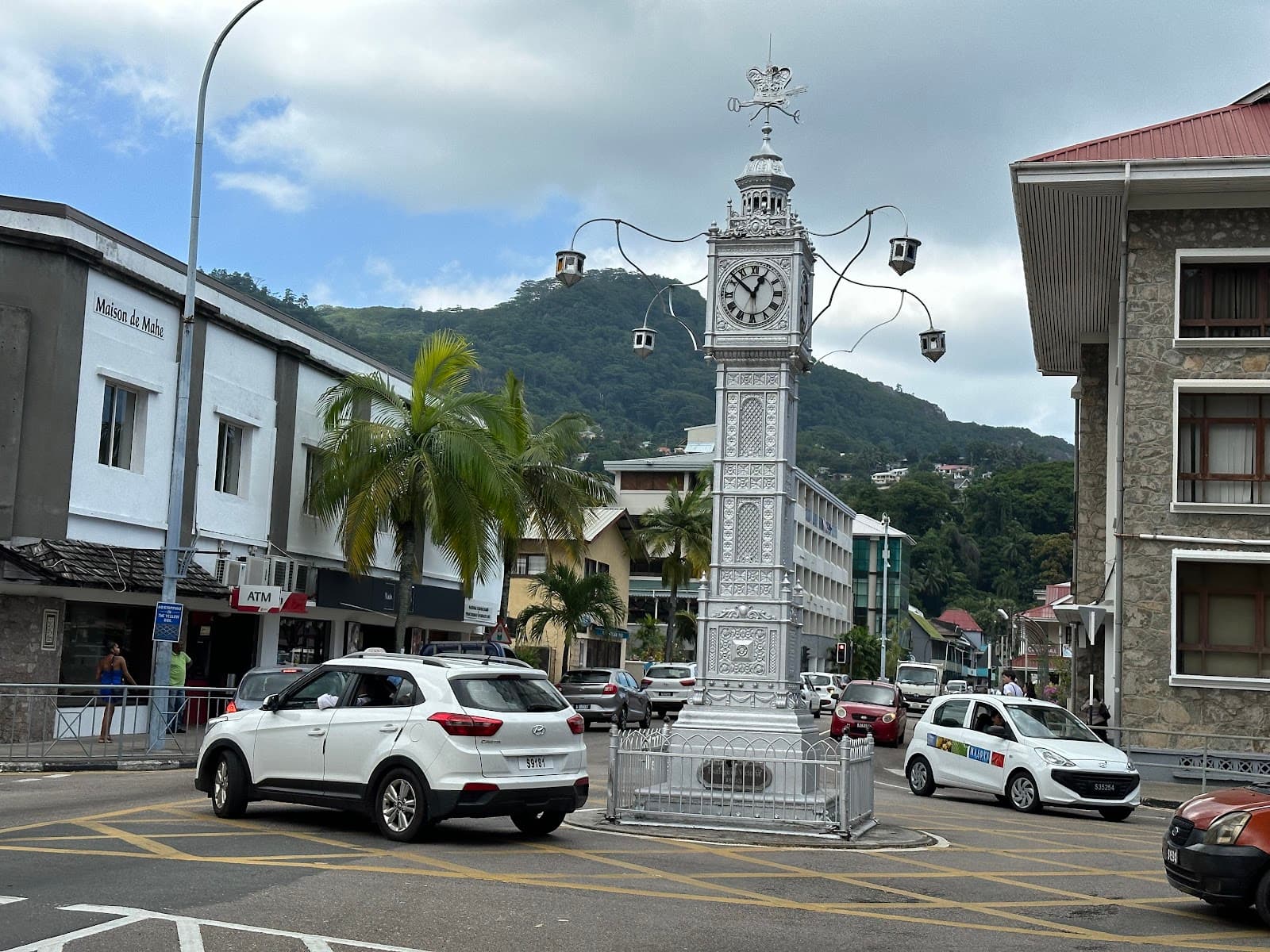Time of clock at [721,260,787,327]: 12:52
